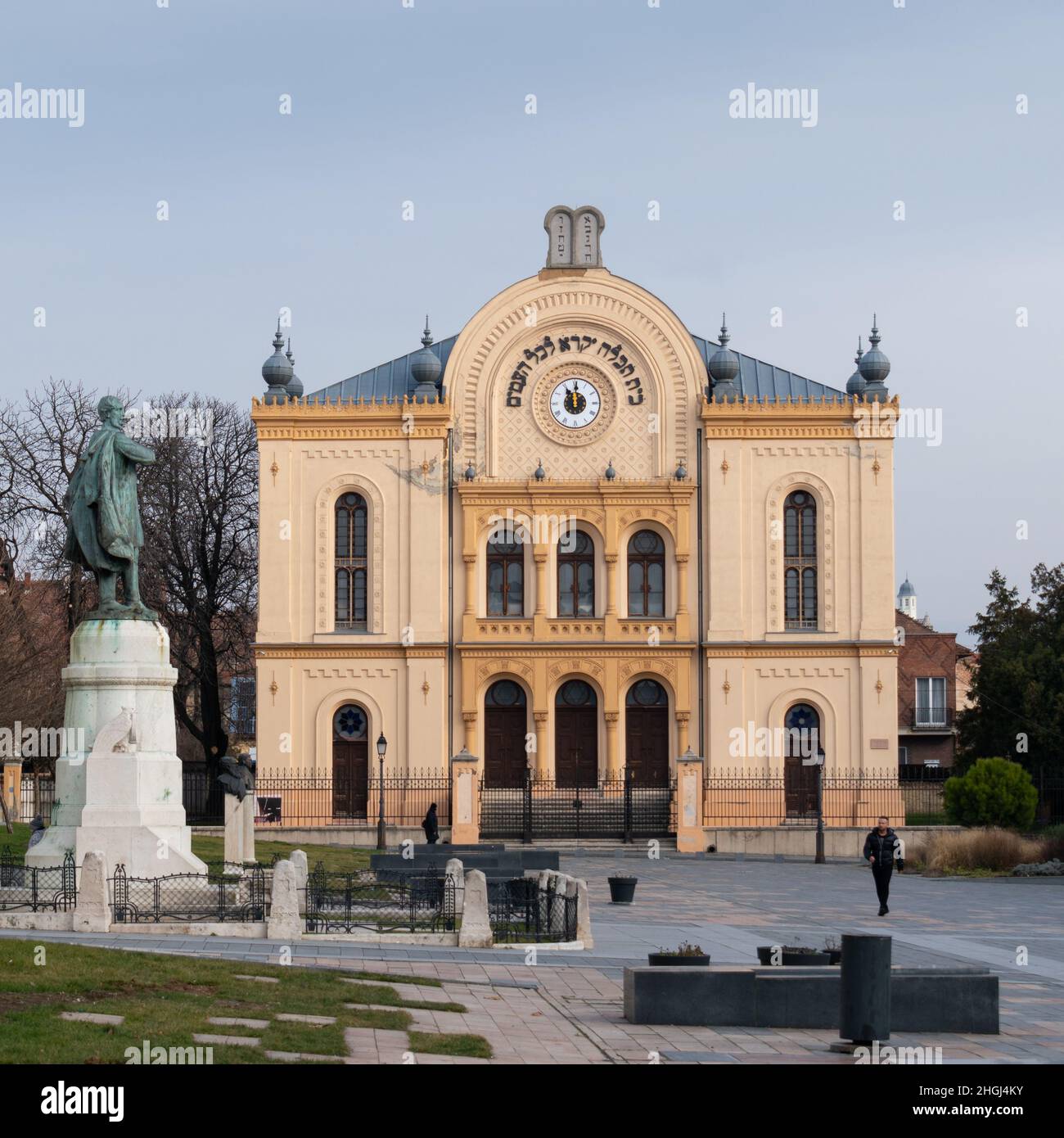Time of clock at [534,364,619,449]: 11:00
